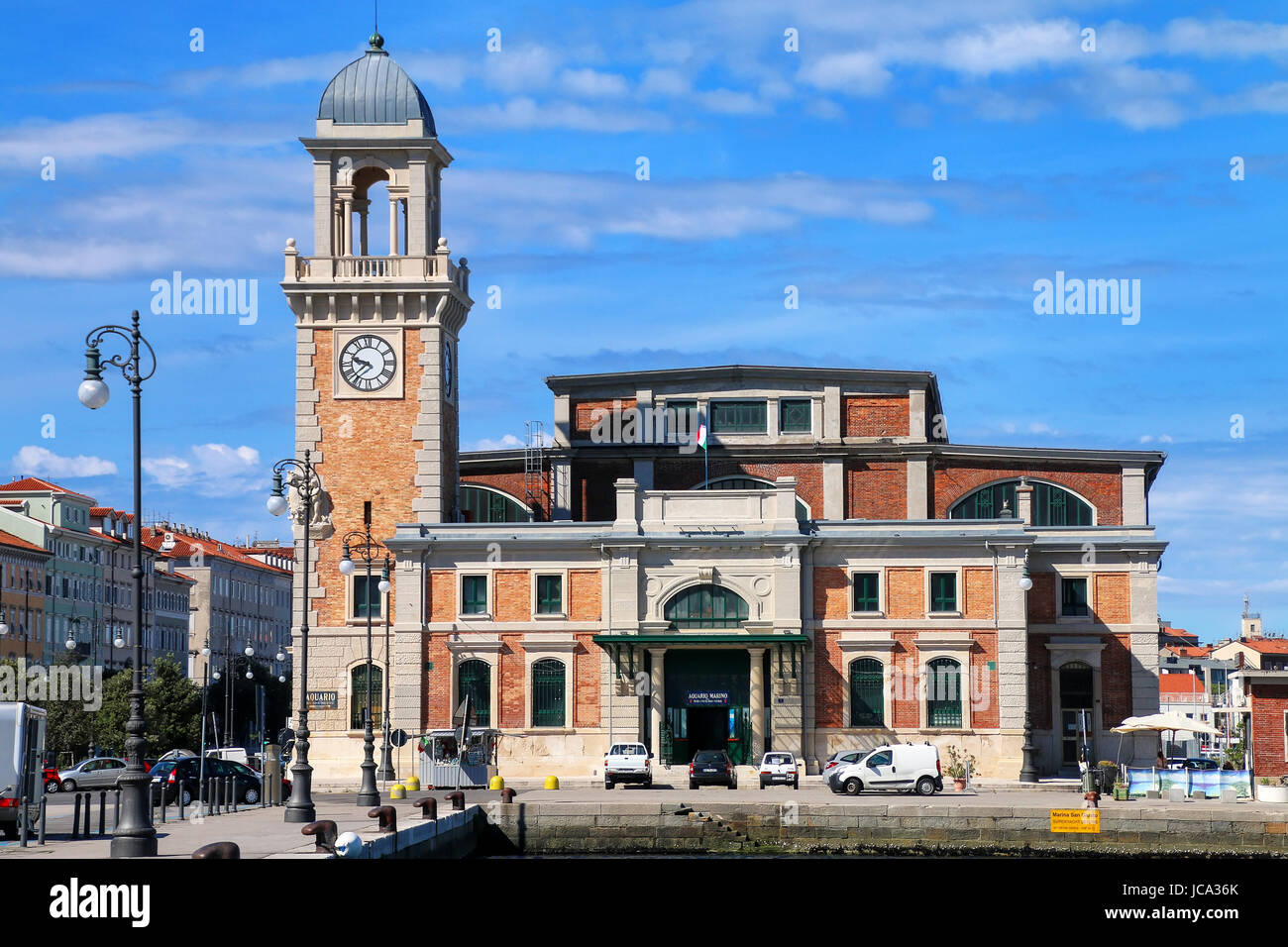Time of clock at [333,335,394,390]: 9:37
